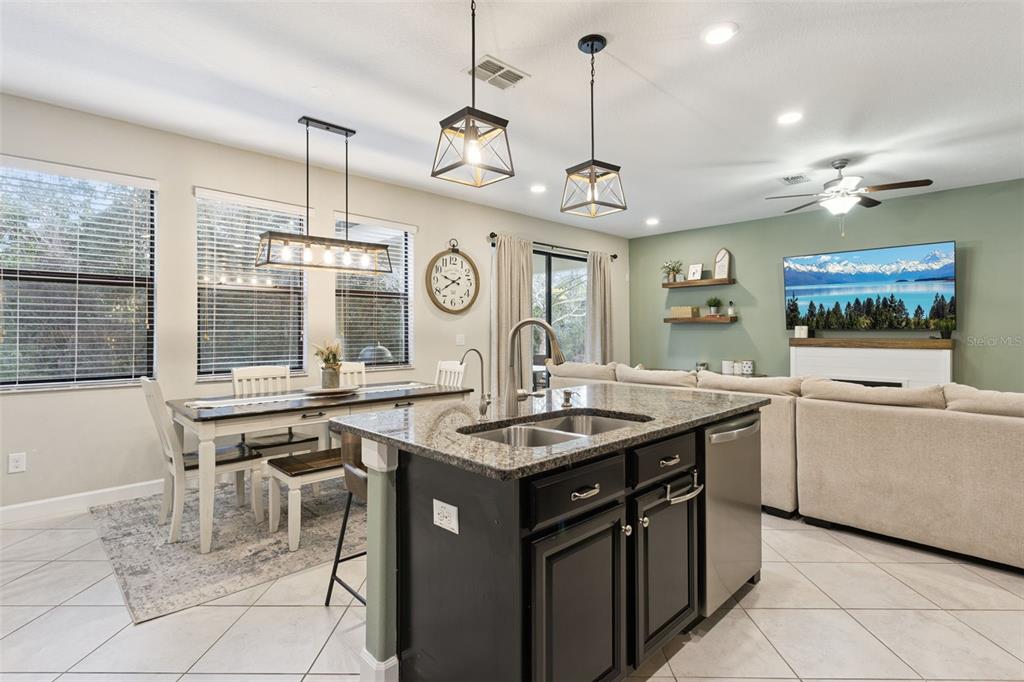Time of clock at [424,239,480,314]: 9:39
